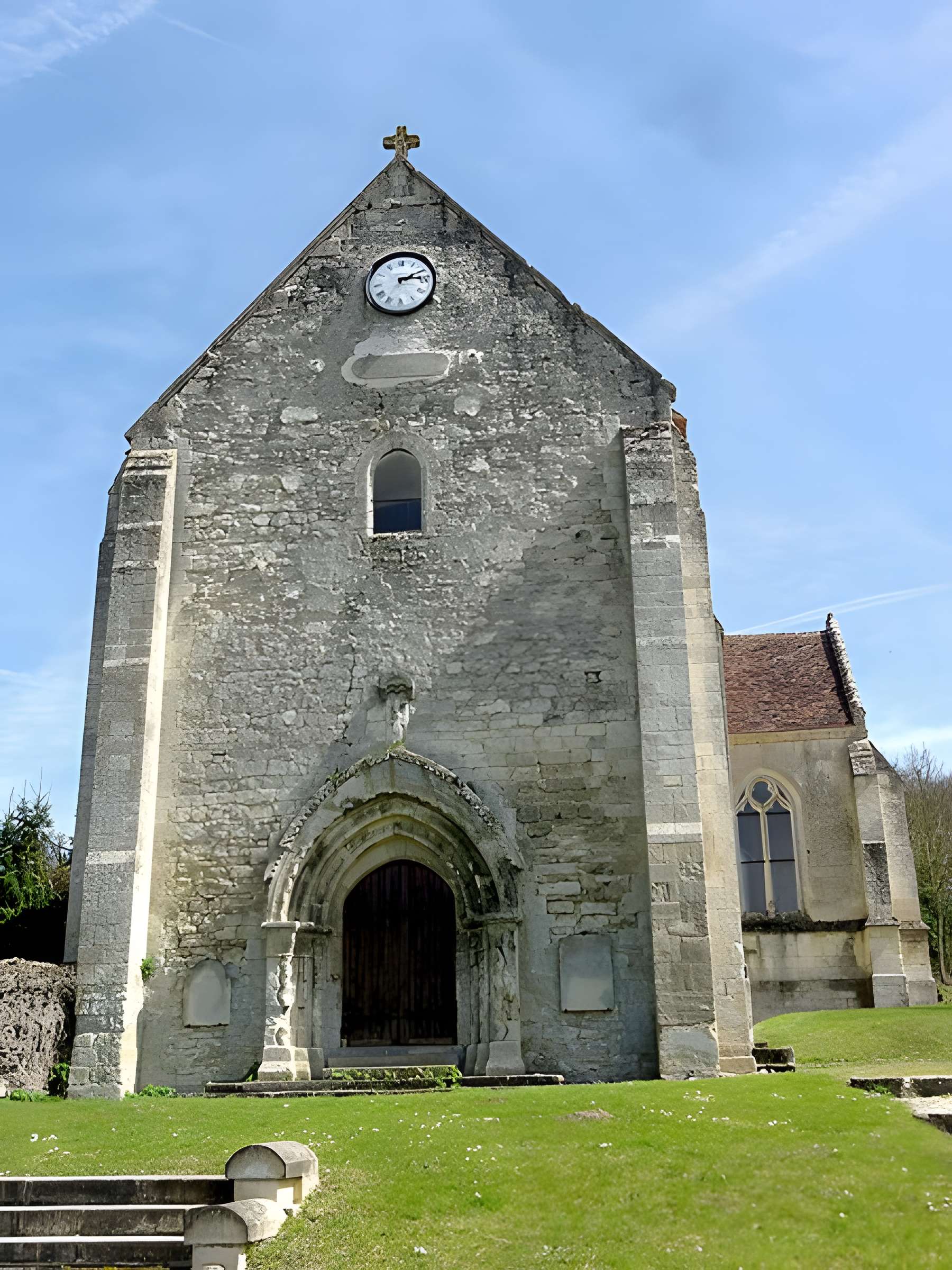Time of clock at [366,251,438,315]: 2:14
